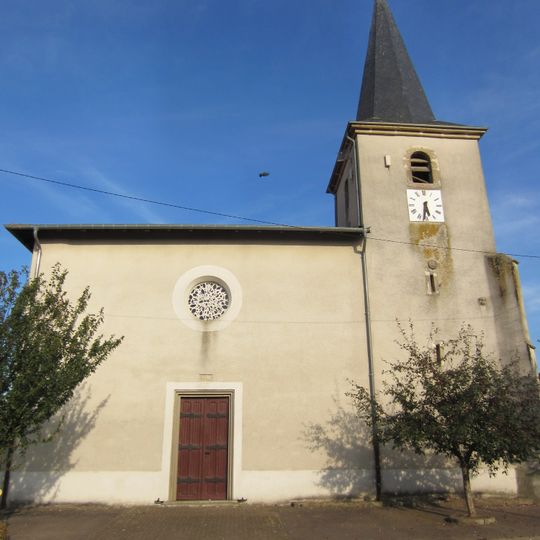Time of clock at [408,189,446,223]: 5:31
